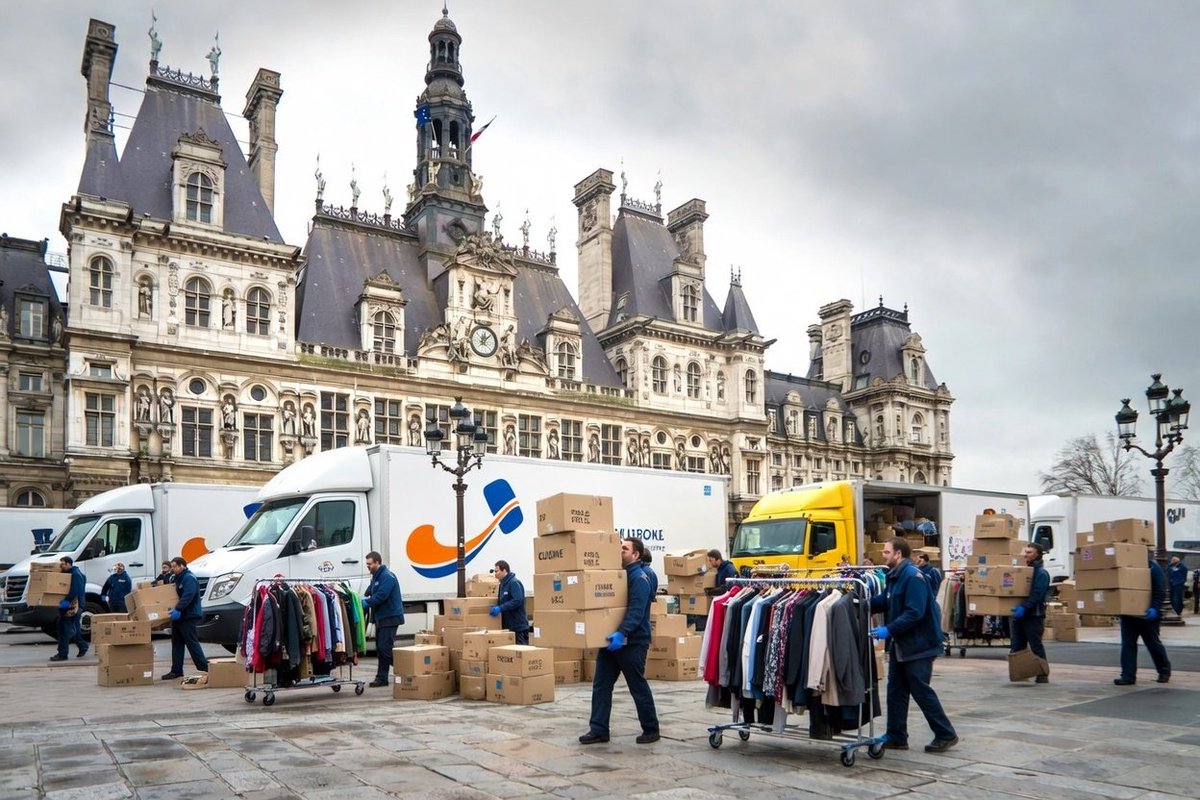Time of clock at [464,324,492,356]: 12:07
